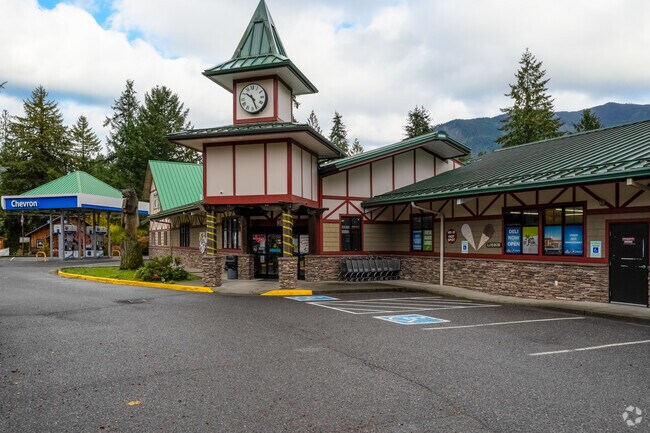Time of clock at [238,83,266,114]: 10:26
